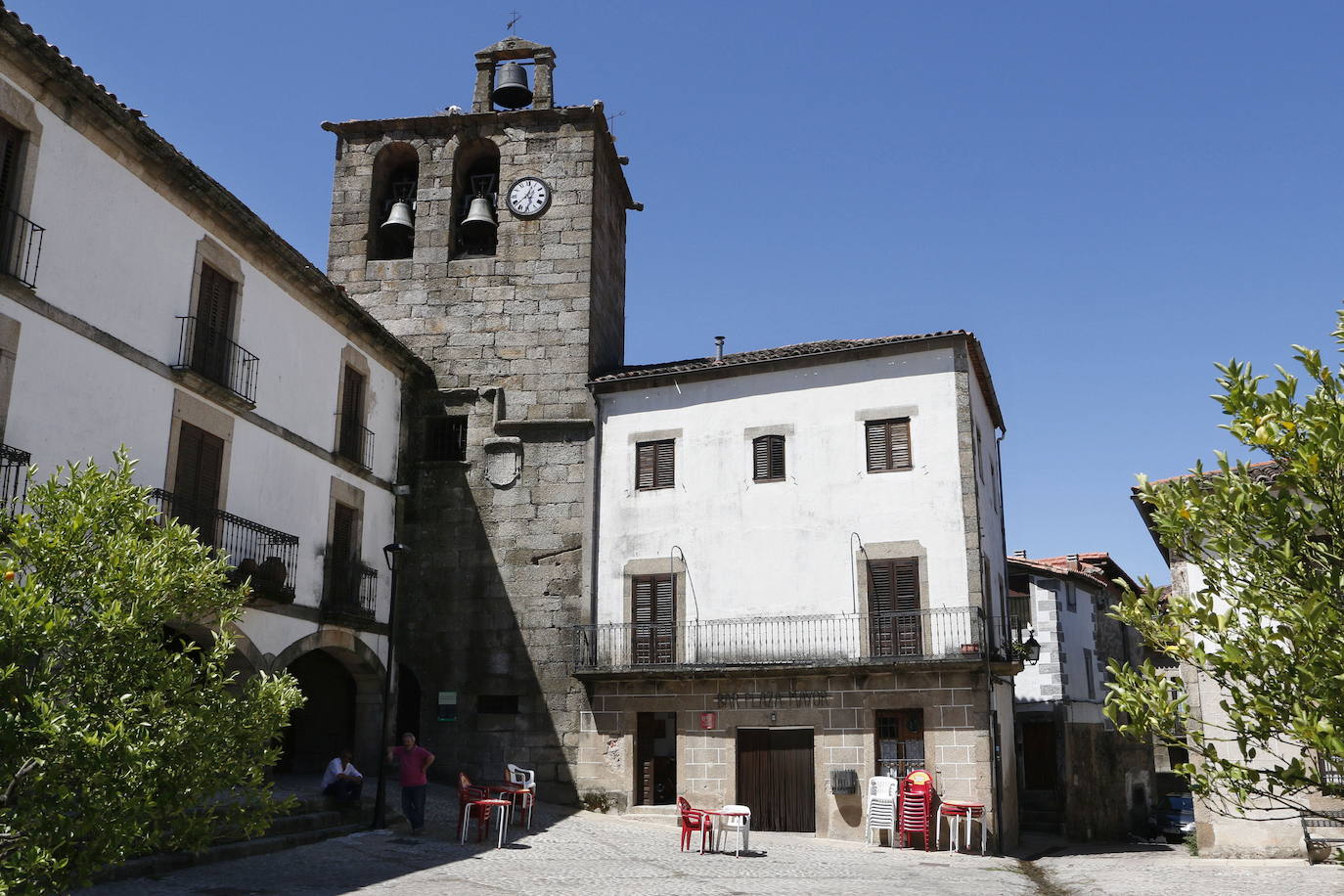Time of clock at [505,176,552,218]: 12:37
